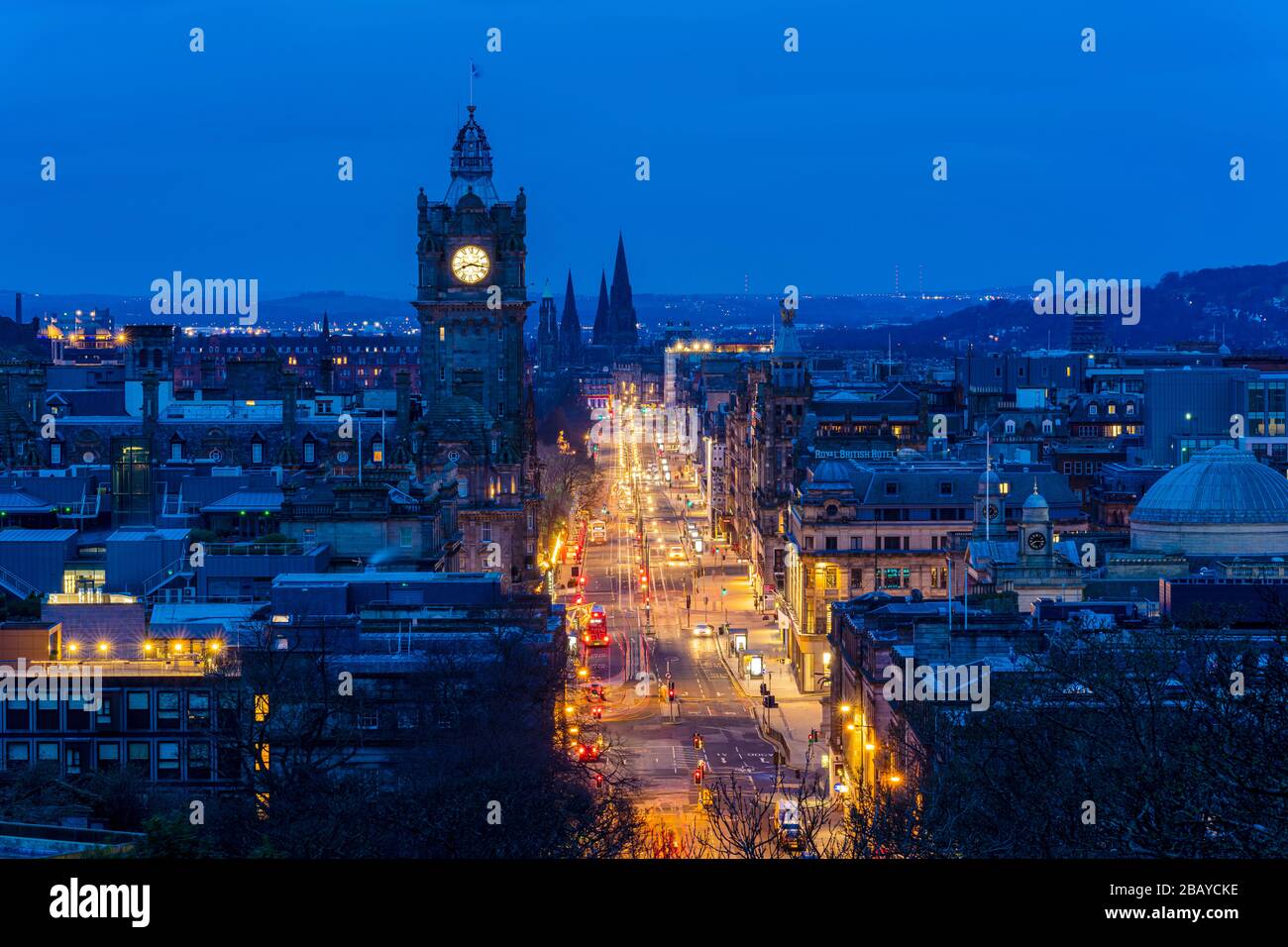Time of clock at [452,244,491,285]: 8:16
